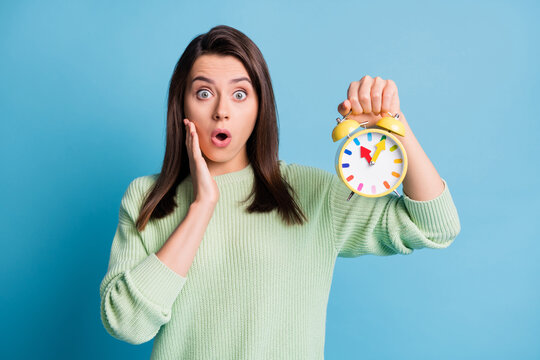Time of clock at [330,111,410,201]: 11:05
